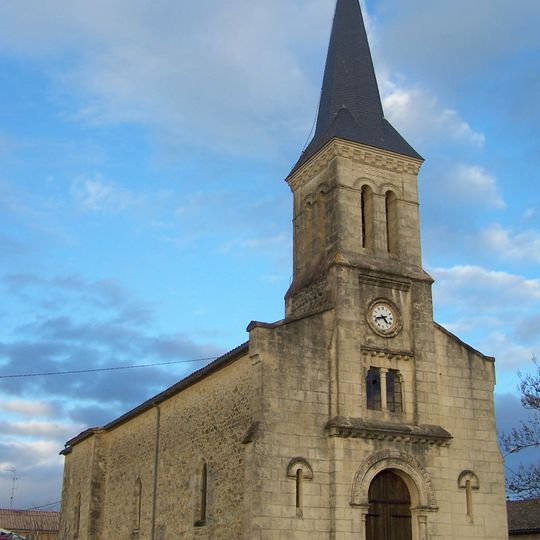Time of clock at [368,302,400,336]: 4:42
